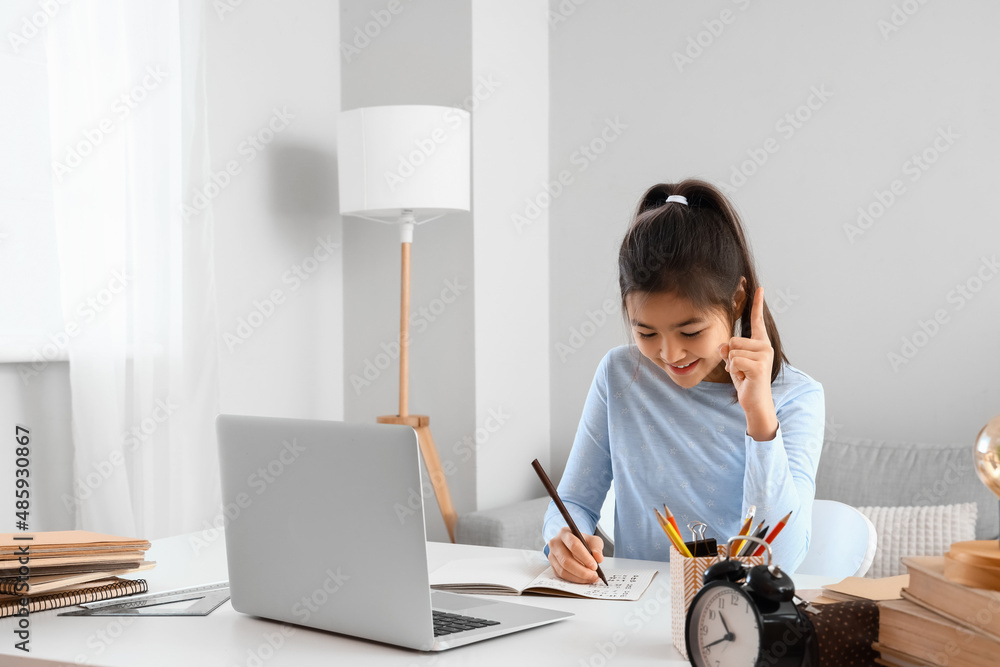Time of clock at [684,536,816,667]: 10:40
